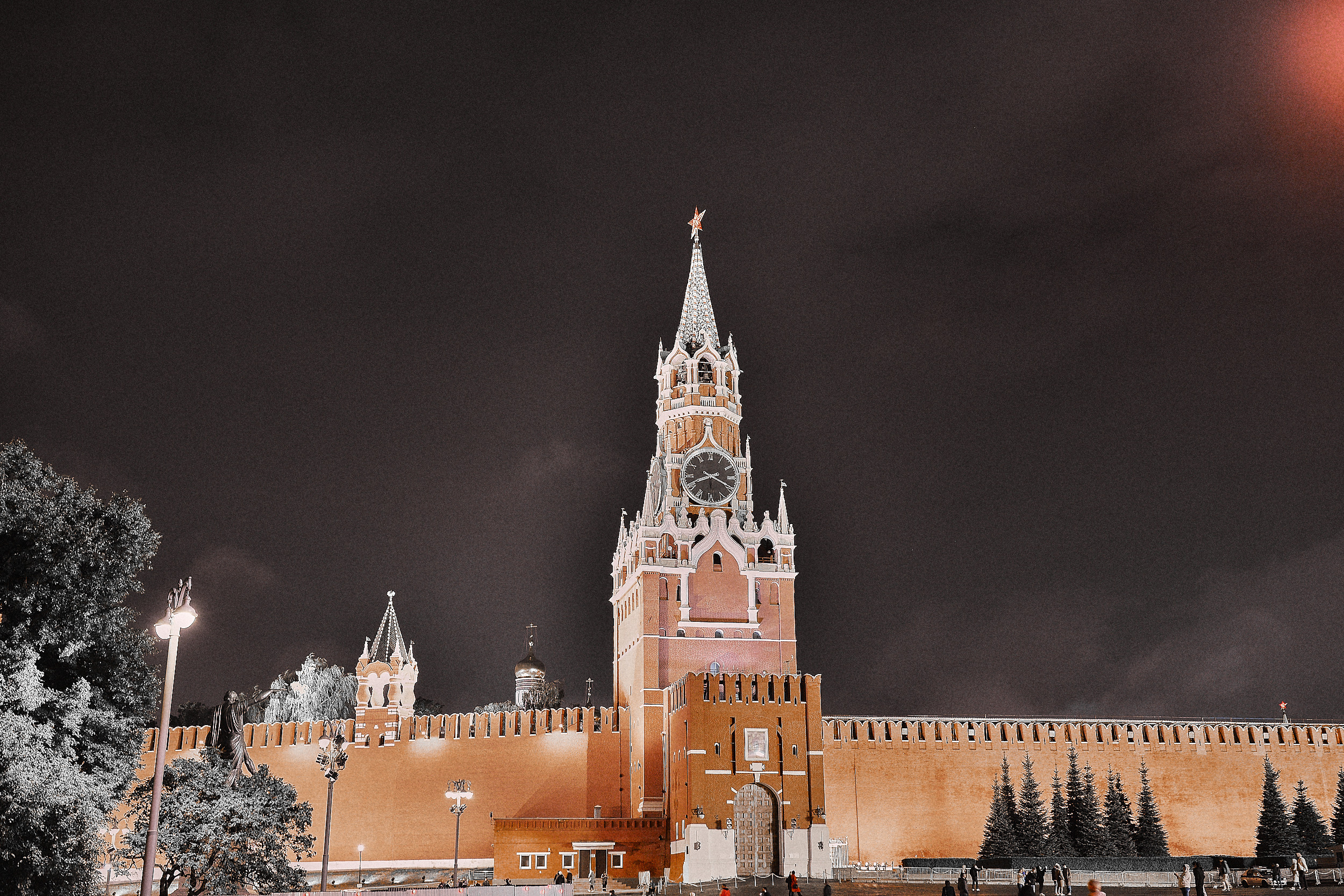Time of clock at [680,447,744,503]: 8:19
